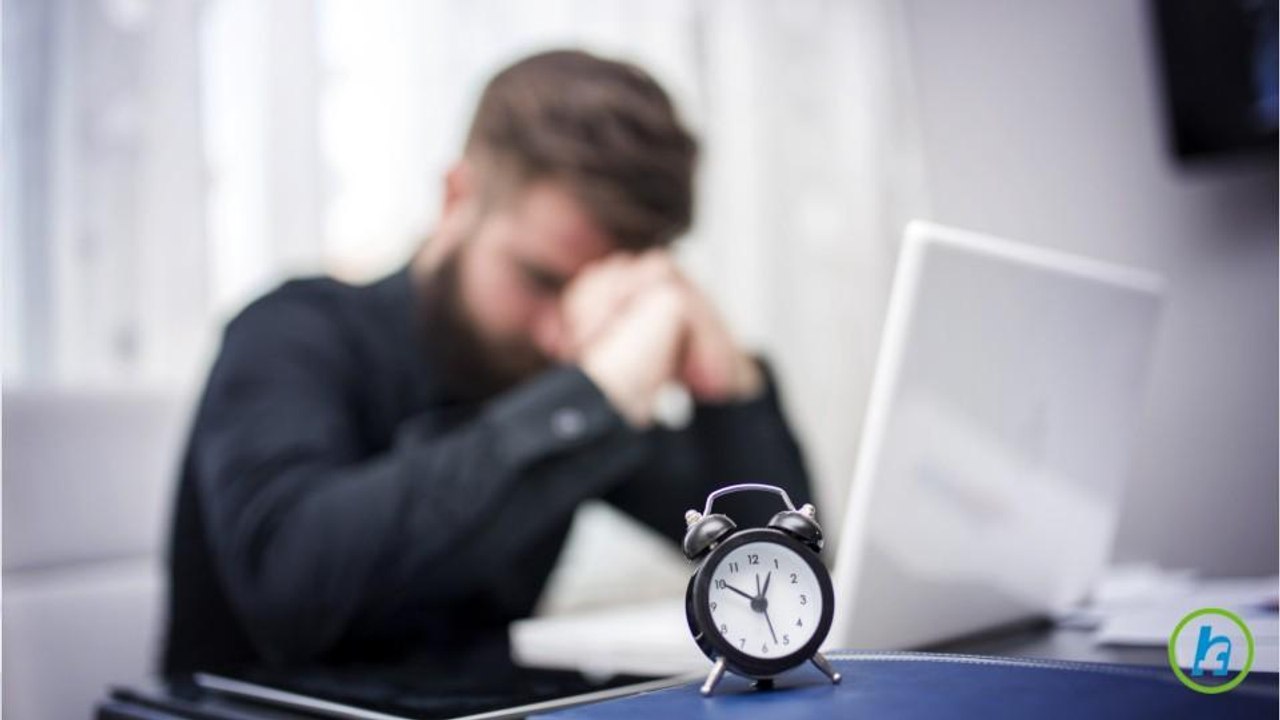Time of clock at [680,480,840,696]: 12:50
